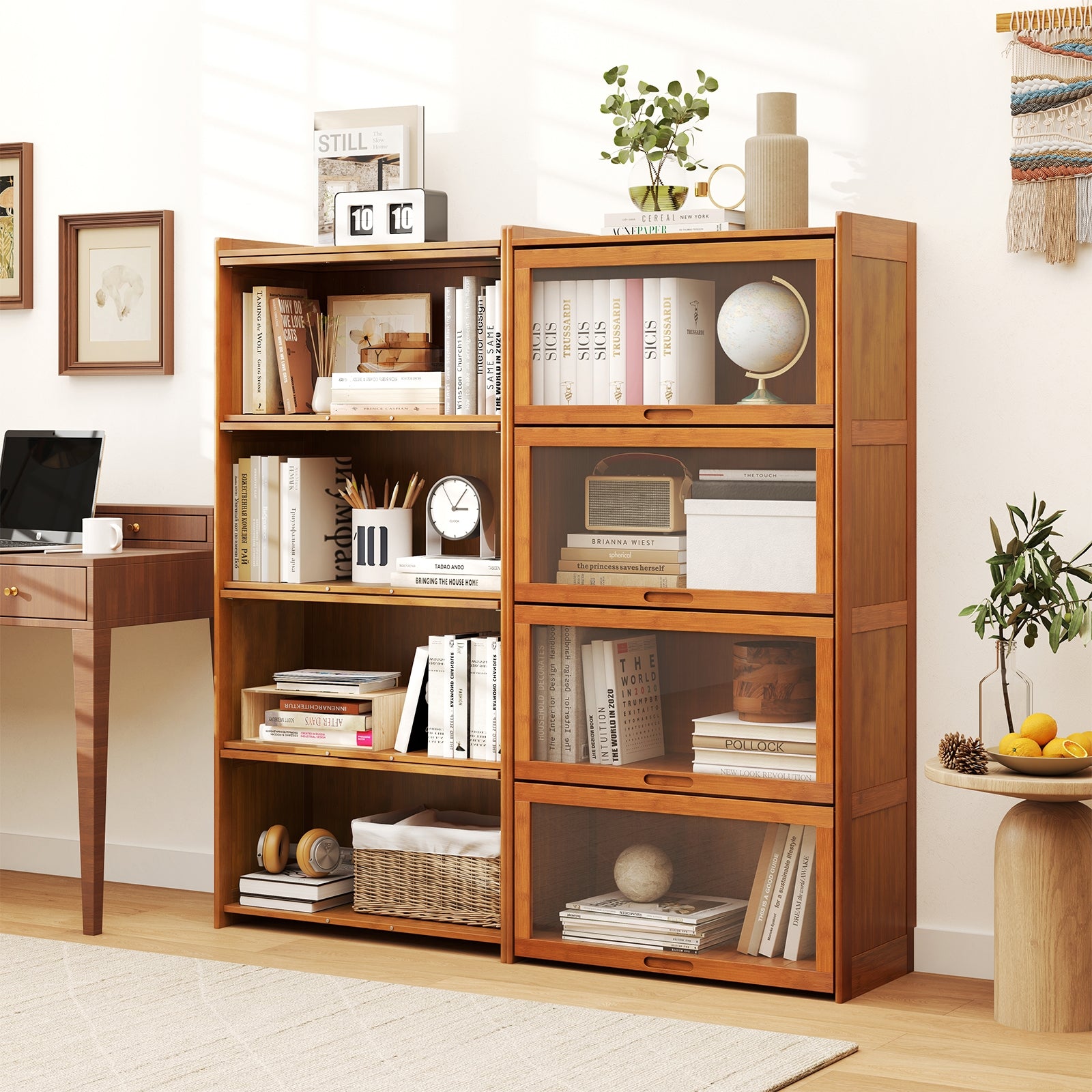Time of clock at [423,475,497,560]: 3:05
